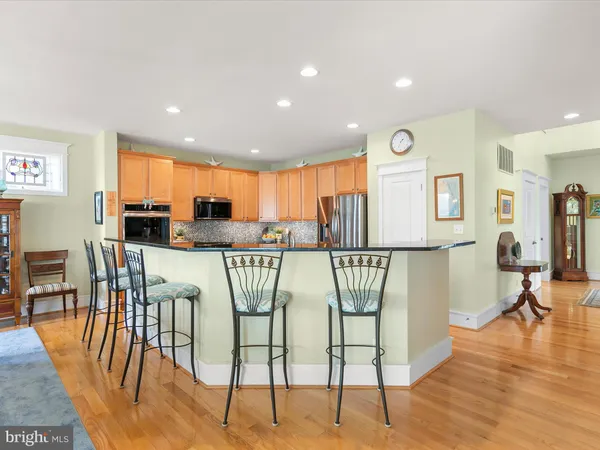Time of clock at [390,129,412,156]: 1:34
